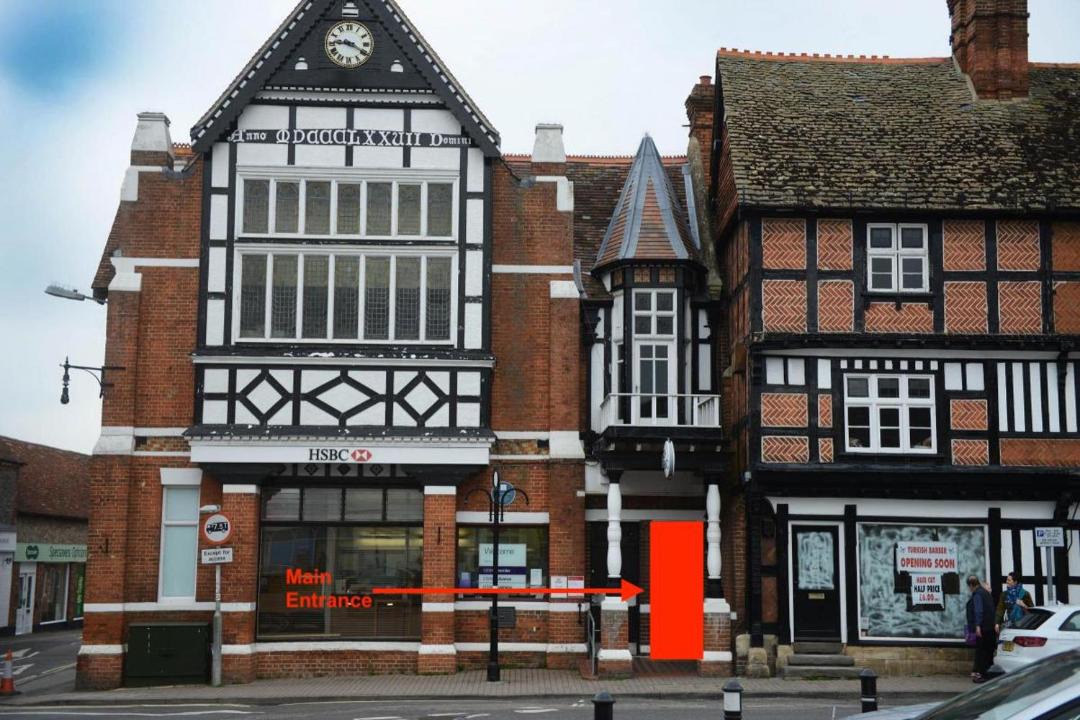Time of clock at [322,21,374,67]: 9:20
